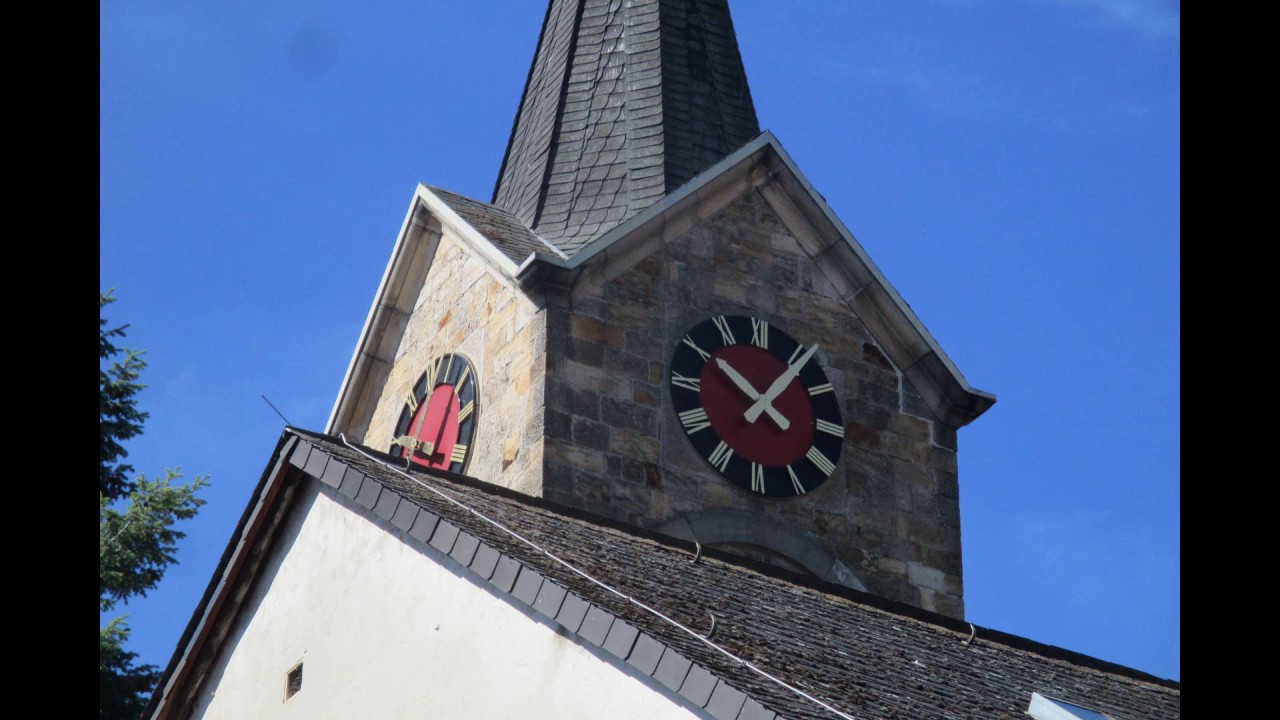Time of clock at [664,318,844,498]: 10:06
